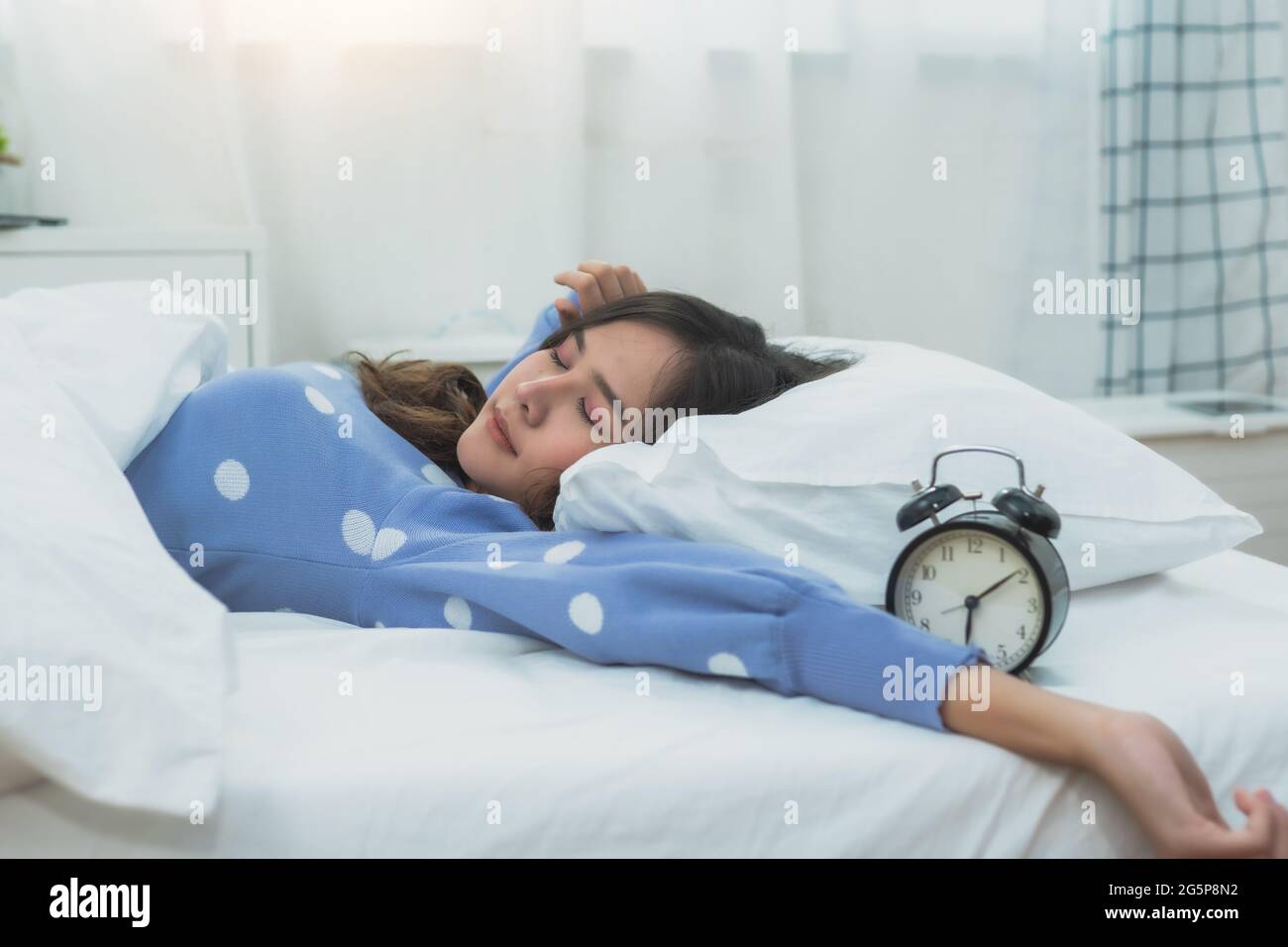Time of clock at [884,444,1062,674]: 6:09
